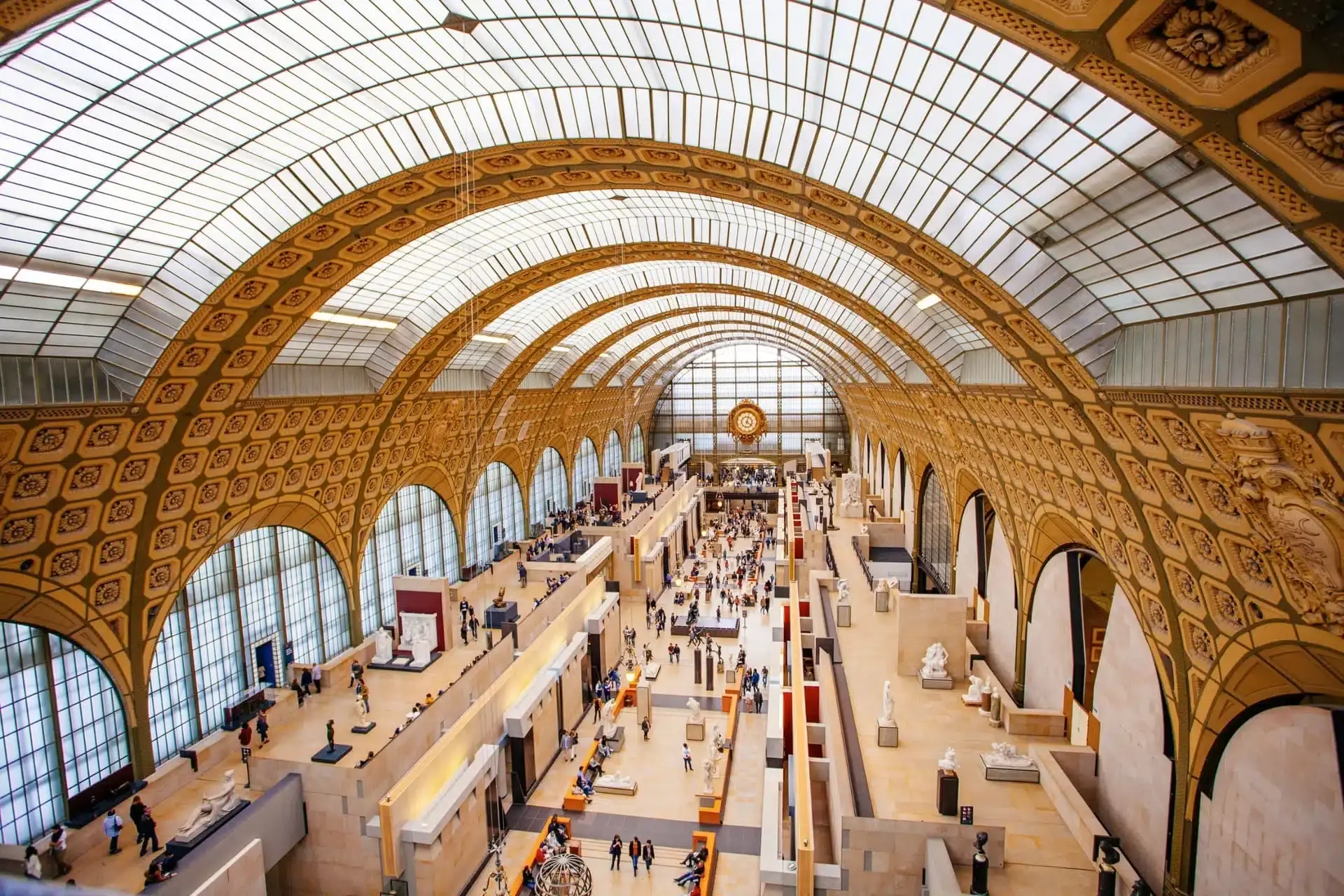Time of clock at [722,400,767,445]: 4:02
